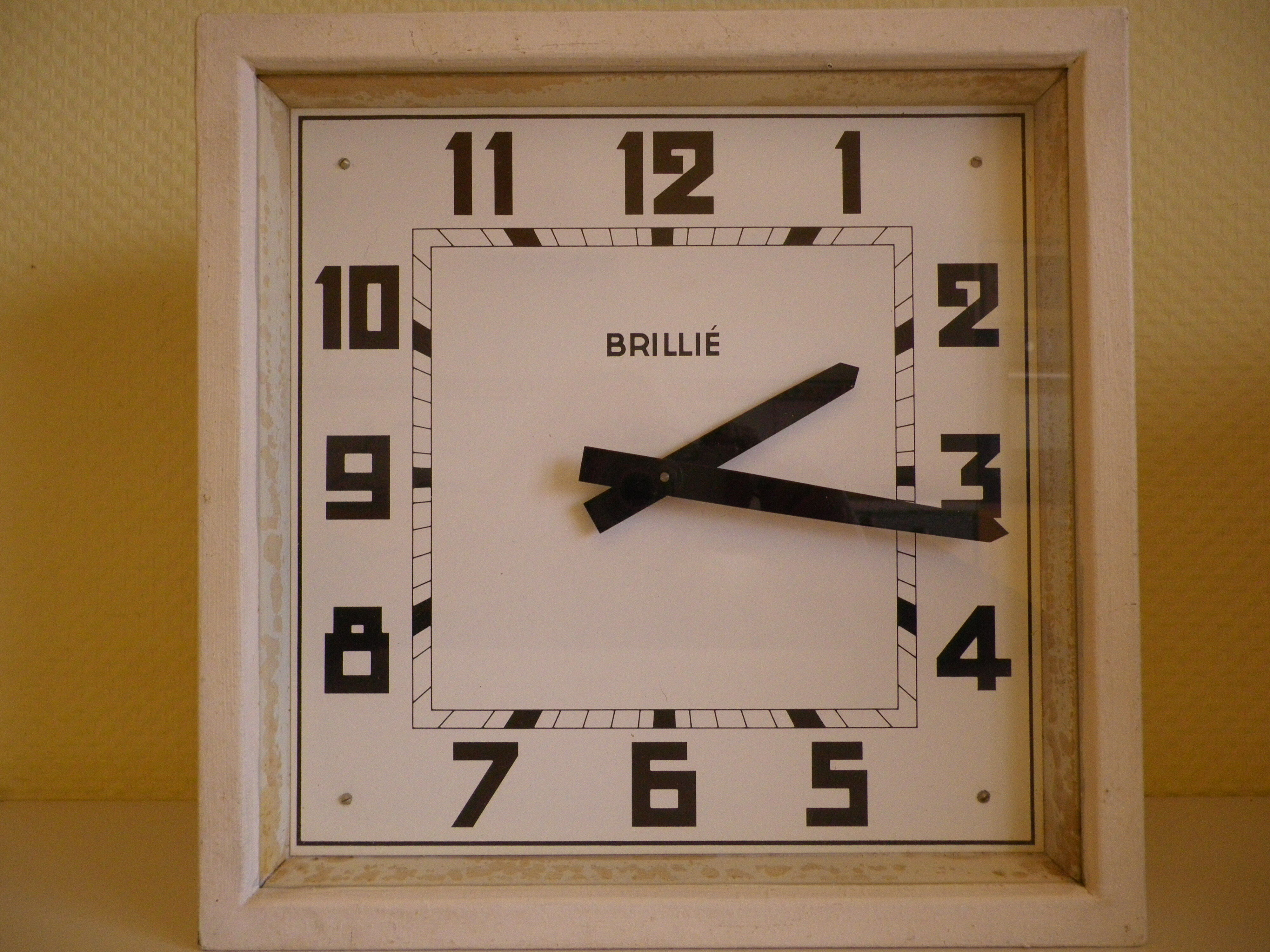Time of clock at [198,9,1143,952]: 2:16
